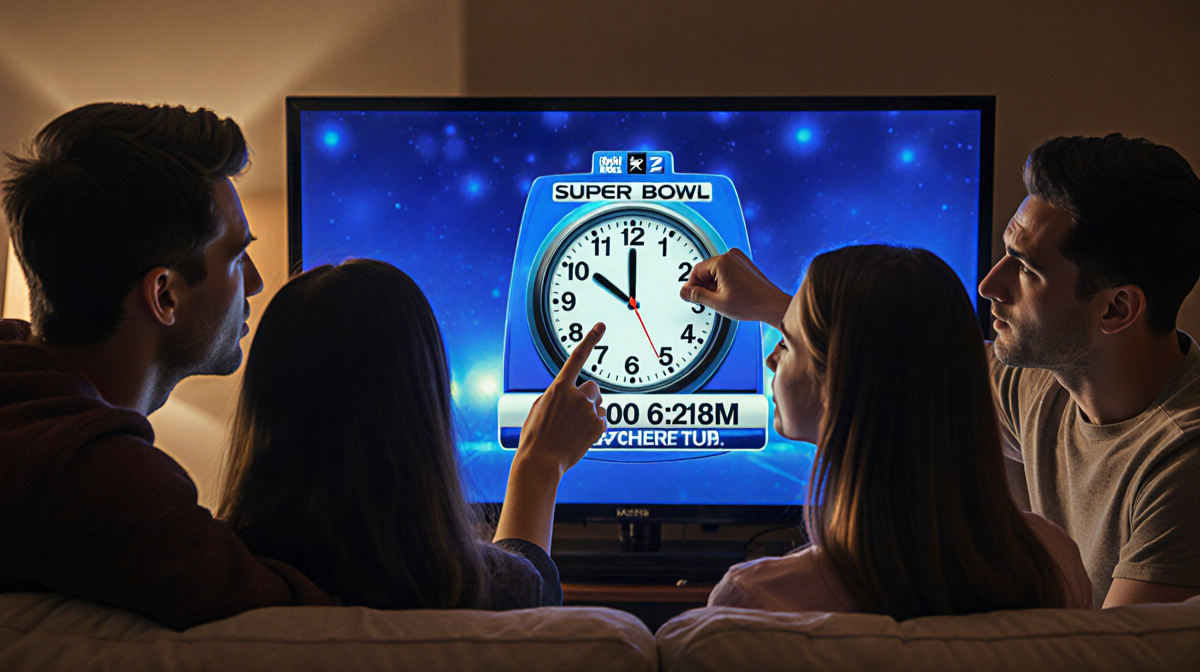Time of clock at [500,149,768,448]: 10:00
